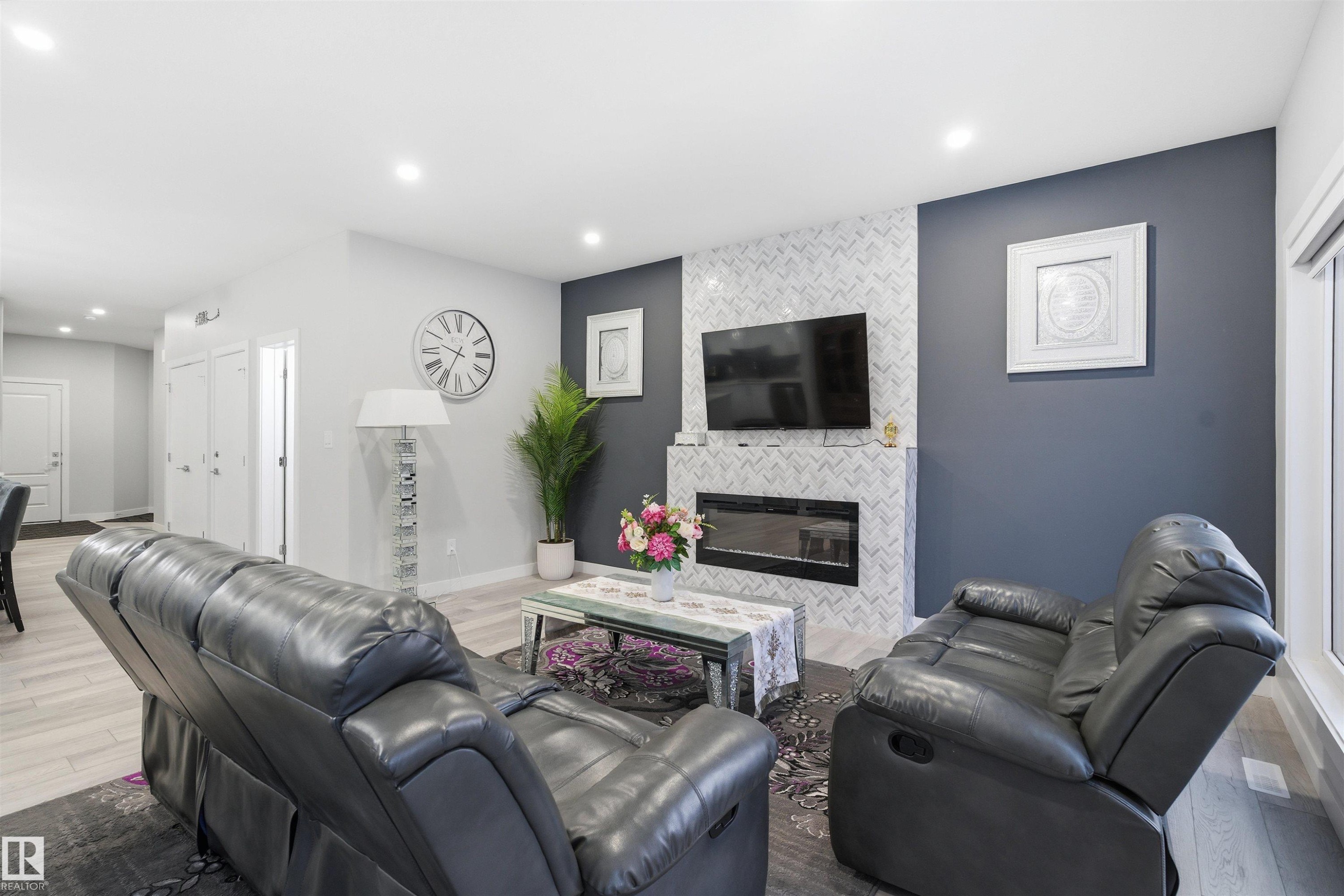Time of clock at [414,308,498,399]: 9:34
